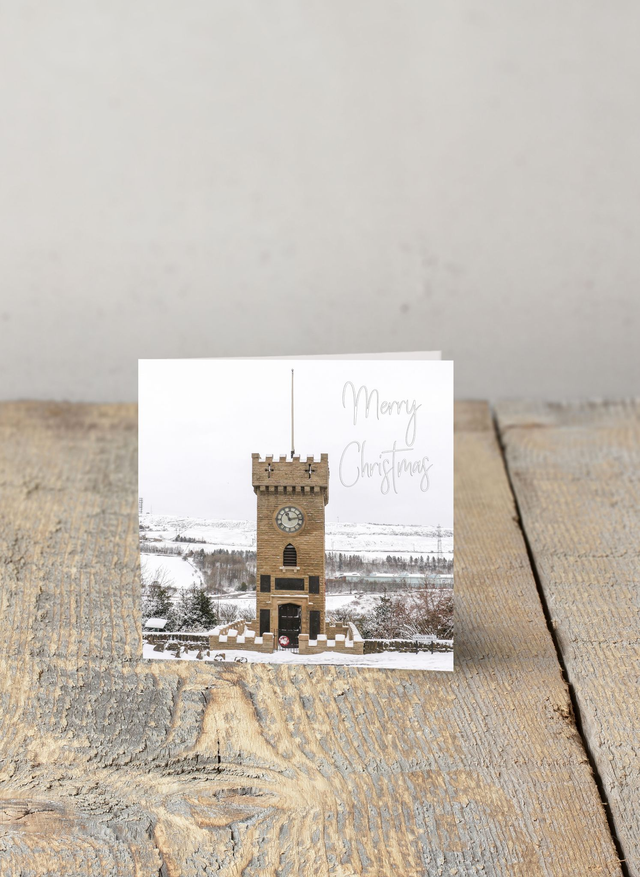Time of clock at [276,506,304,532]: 11:13
